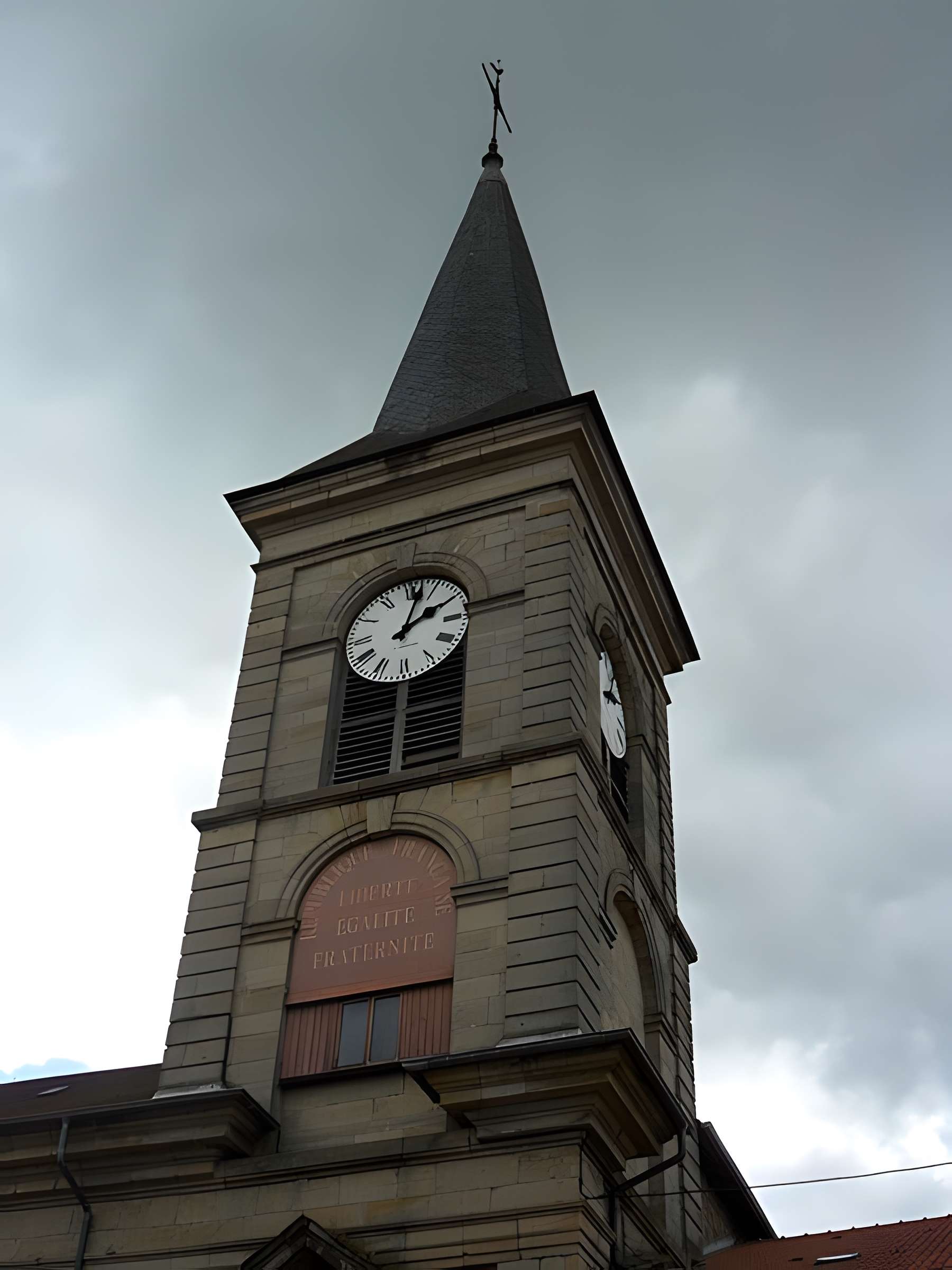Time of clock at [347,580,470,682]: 2:02
